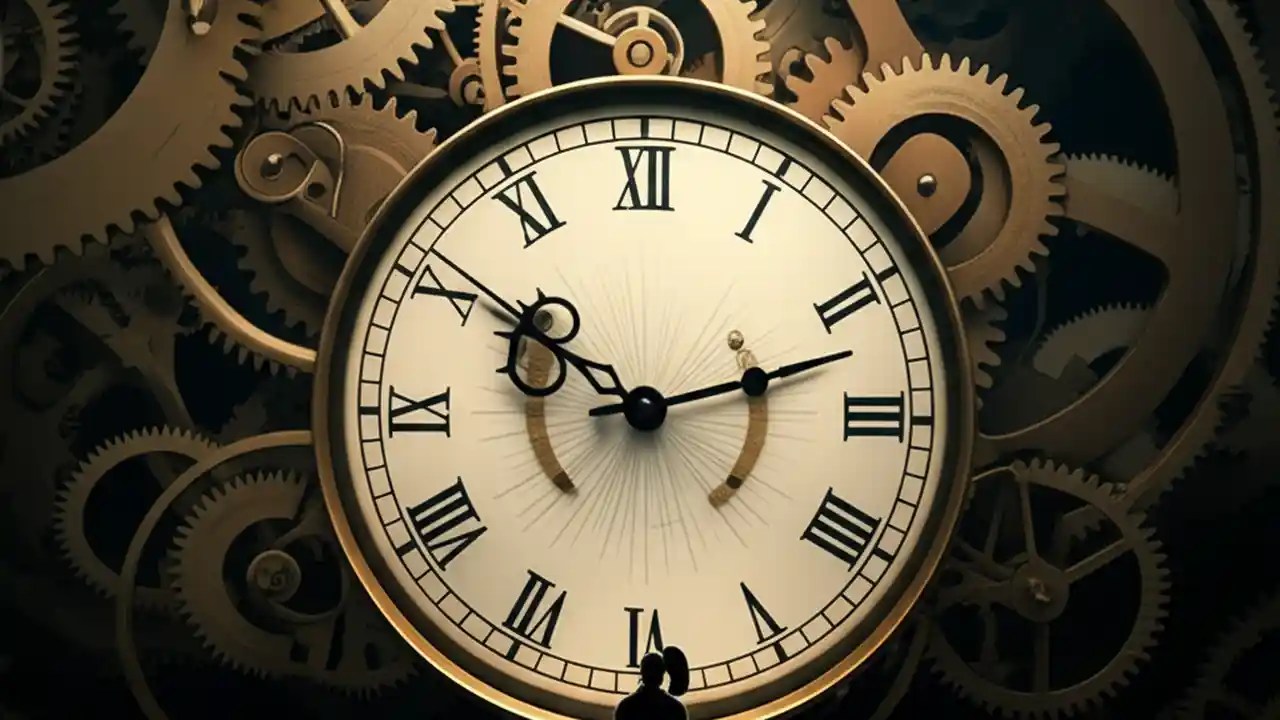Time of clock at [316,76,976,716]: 10:12
